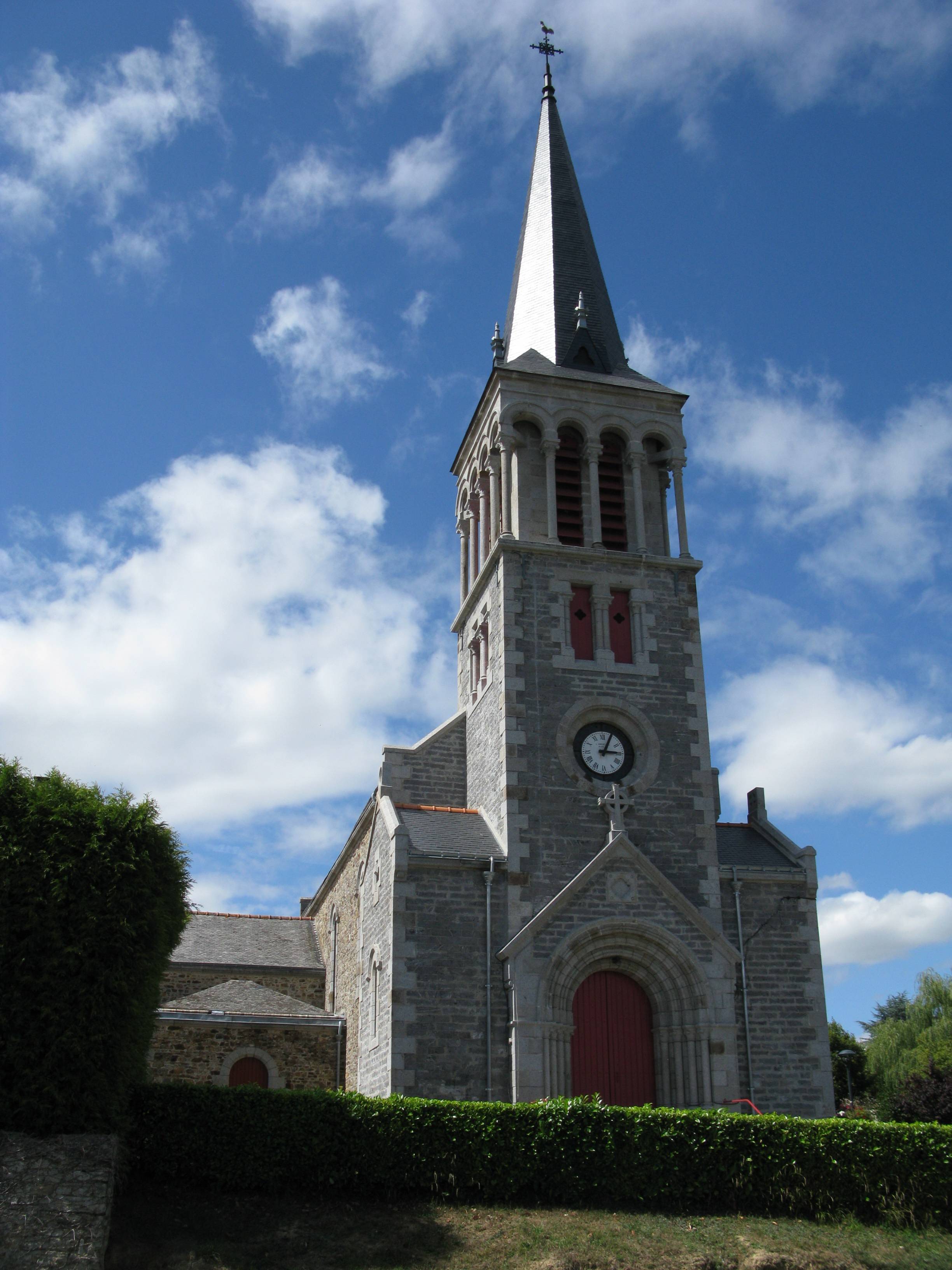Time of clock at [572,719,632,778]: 3:04
